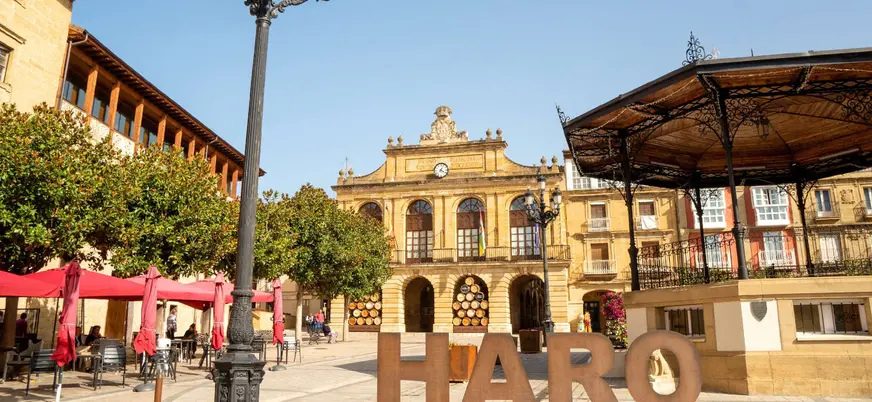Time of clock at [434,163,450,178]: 4:04
